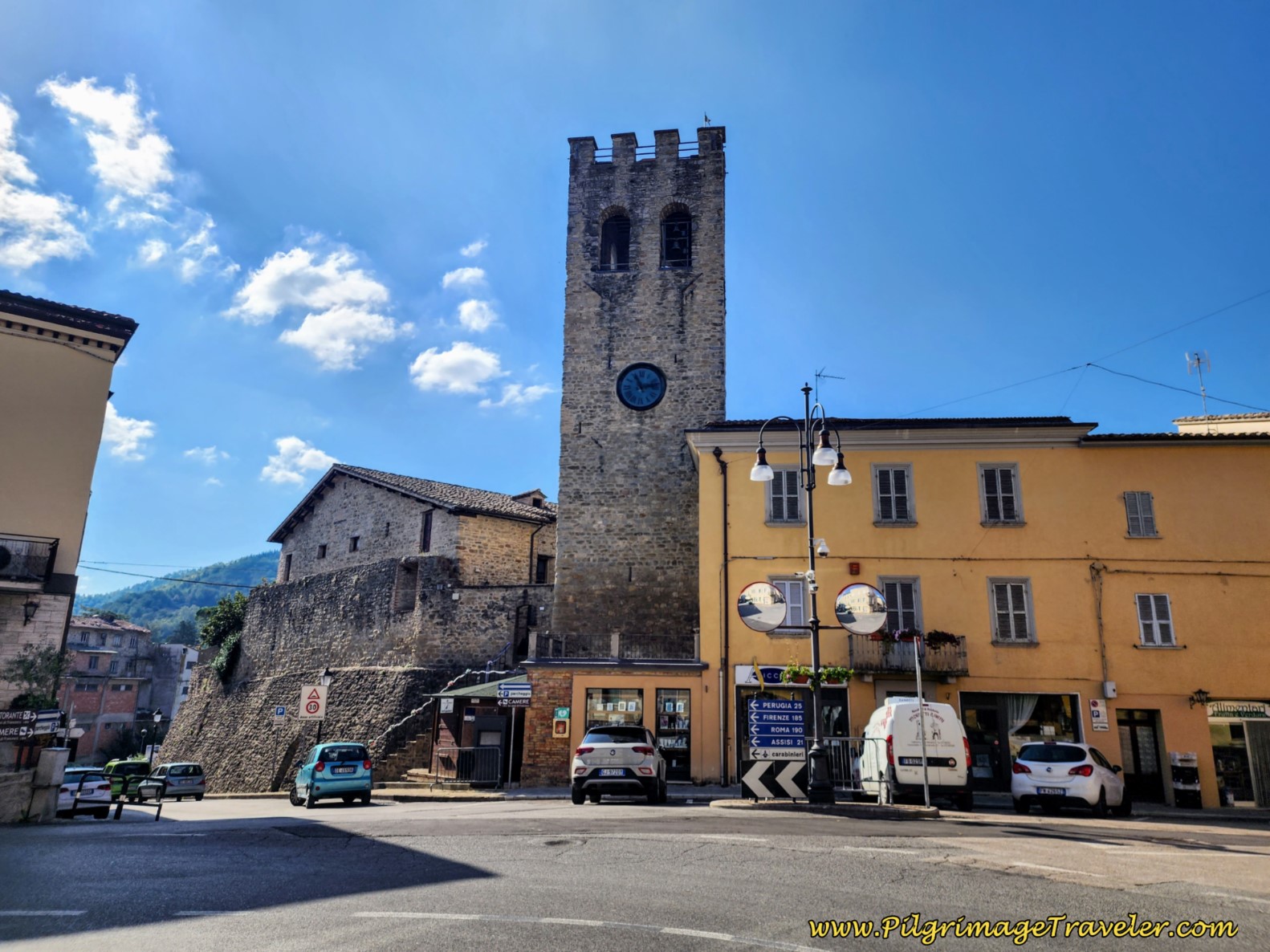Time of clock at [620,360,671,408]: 11:12
